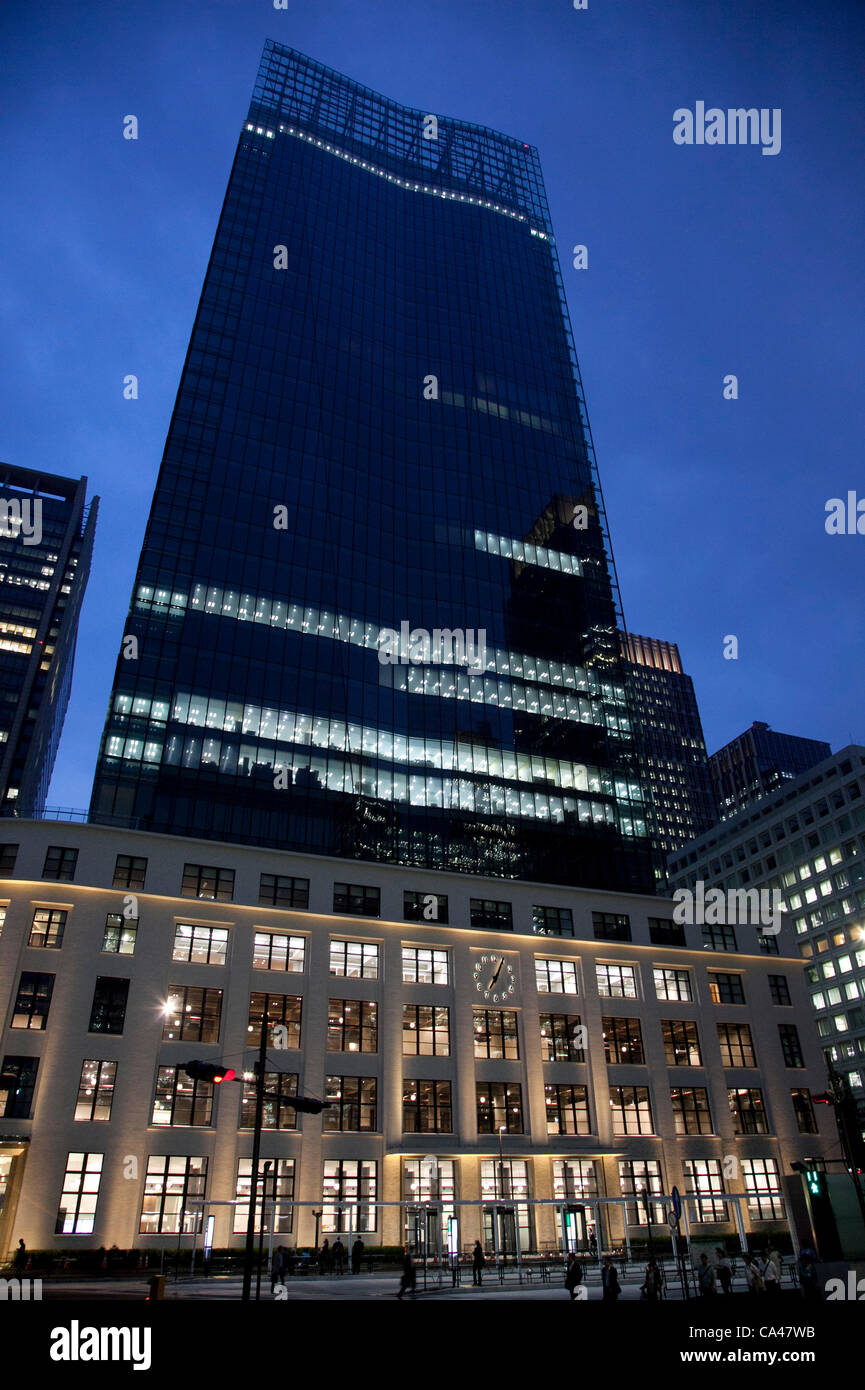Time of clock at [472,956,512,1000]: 7:04
